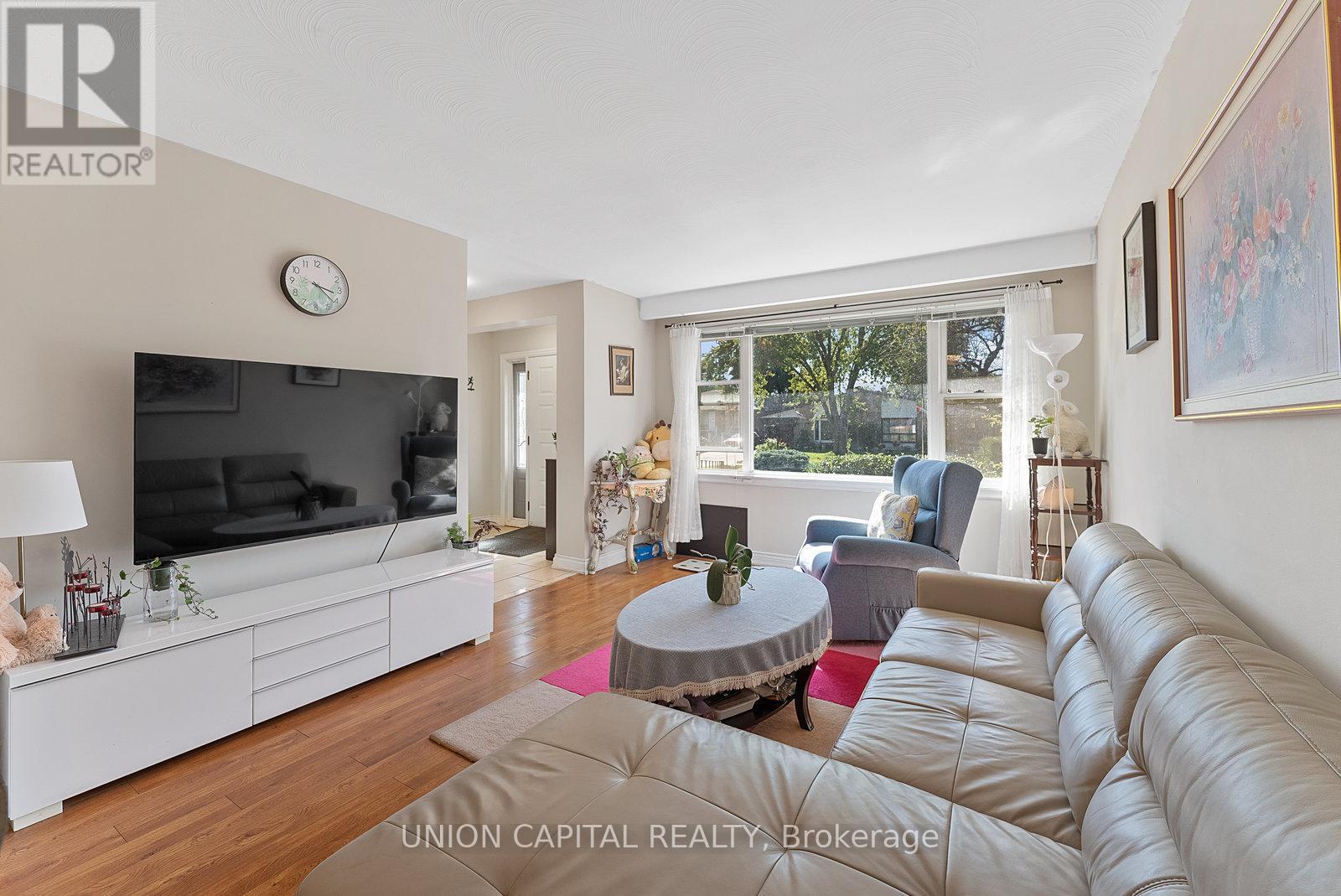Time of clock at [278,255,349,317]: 3:21
